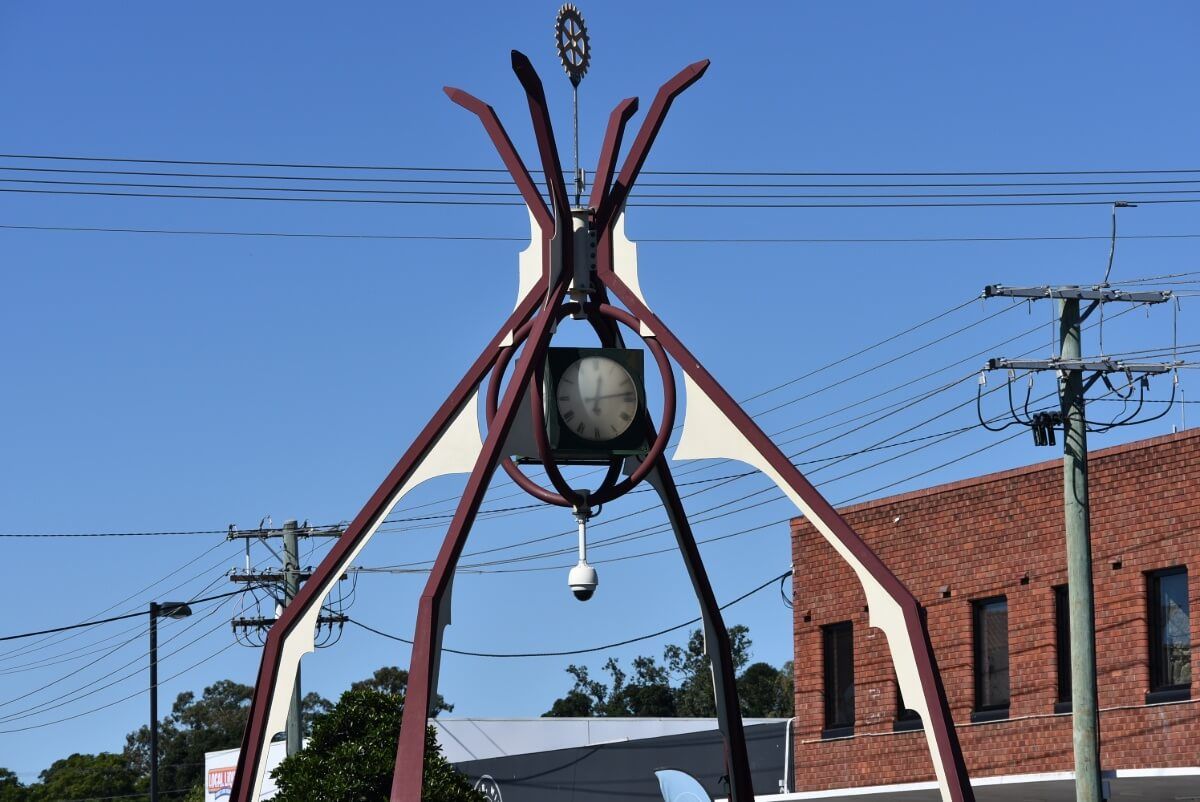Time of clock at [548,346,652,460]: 12:13
